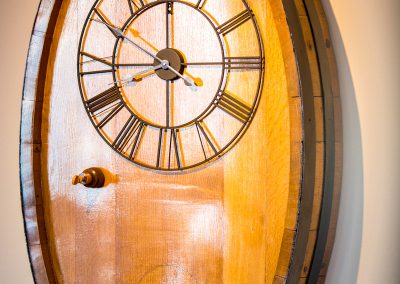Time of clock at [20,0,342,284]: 5:59
